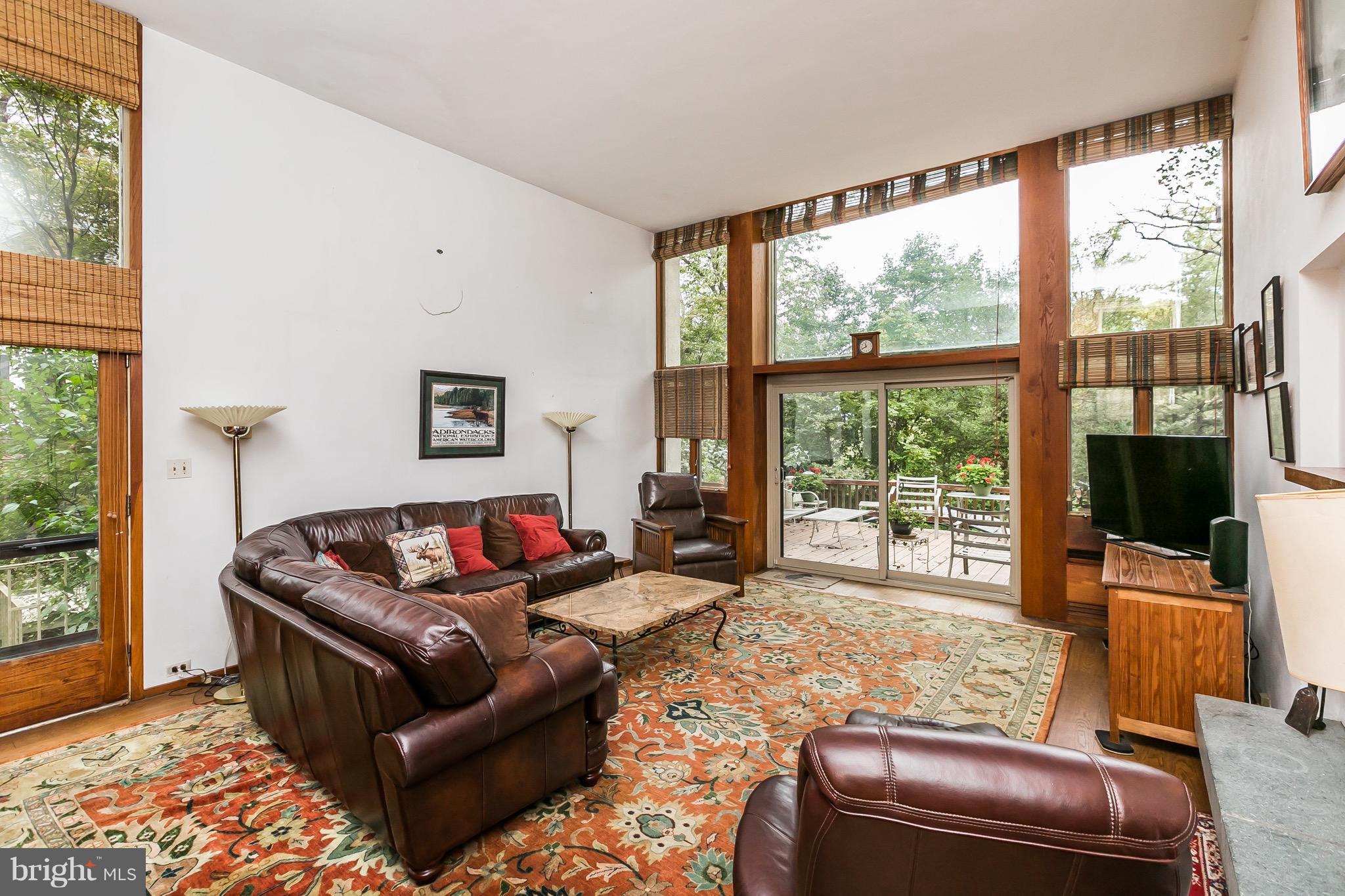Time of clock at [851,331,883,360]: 11:41
